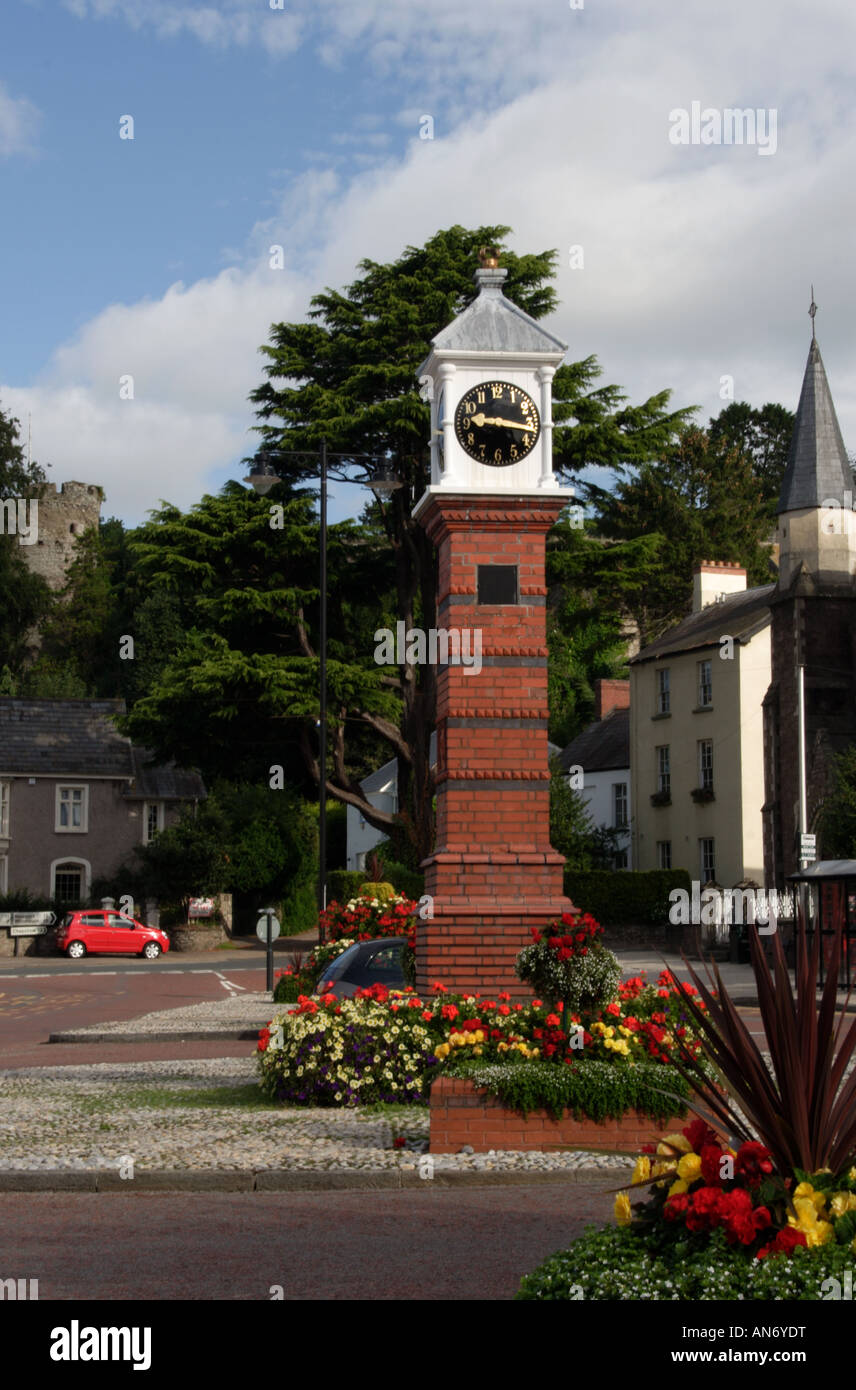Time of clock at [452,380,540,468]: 9:17
